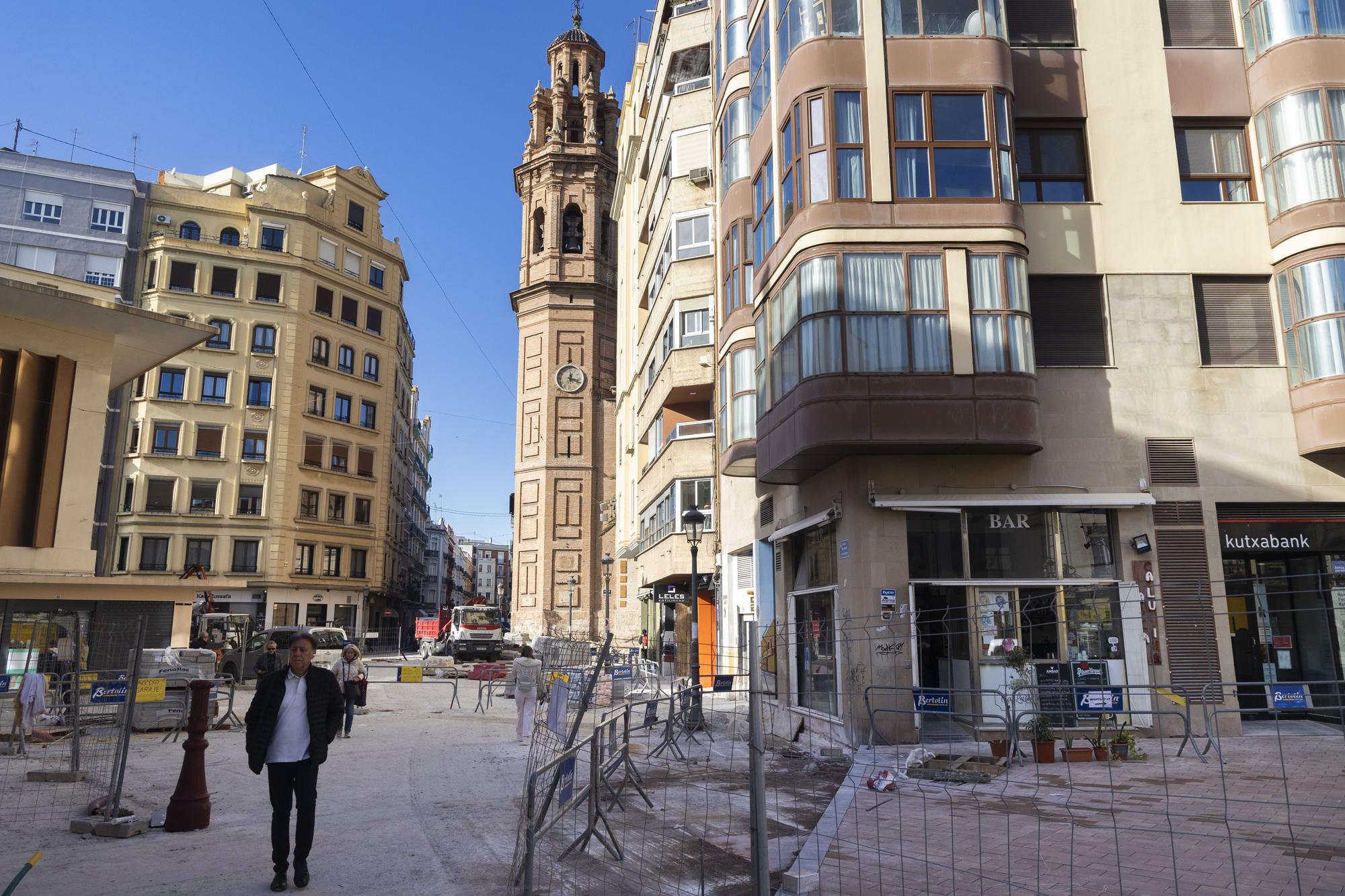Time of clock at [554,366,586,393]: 12:17
